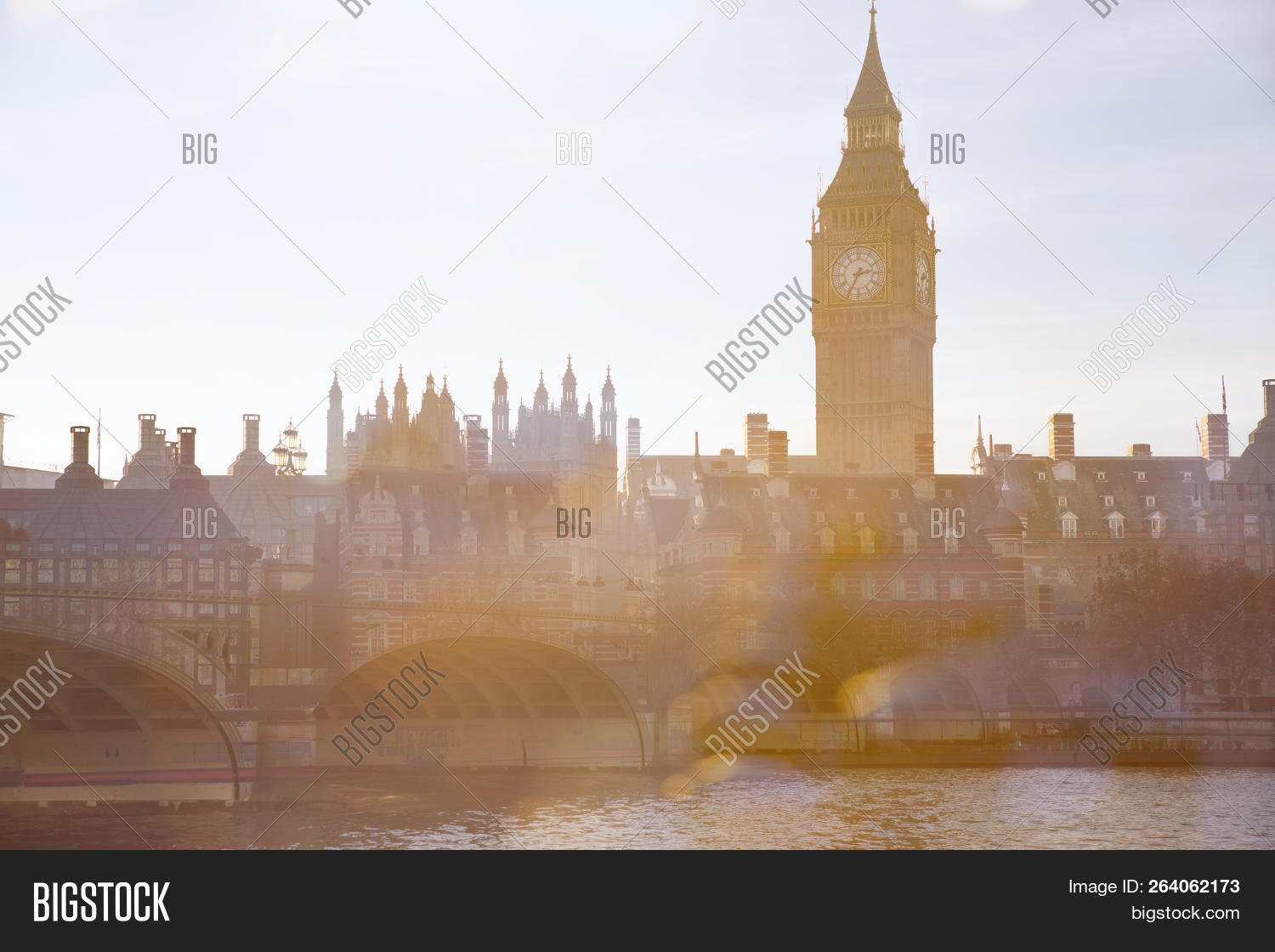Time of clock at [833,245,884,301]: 2:34
